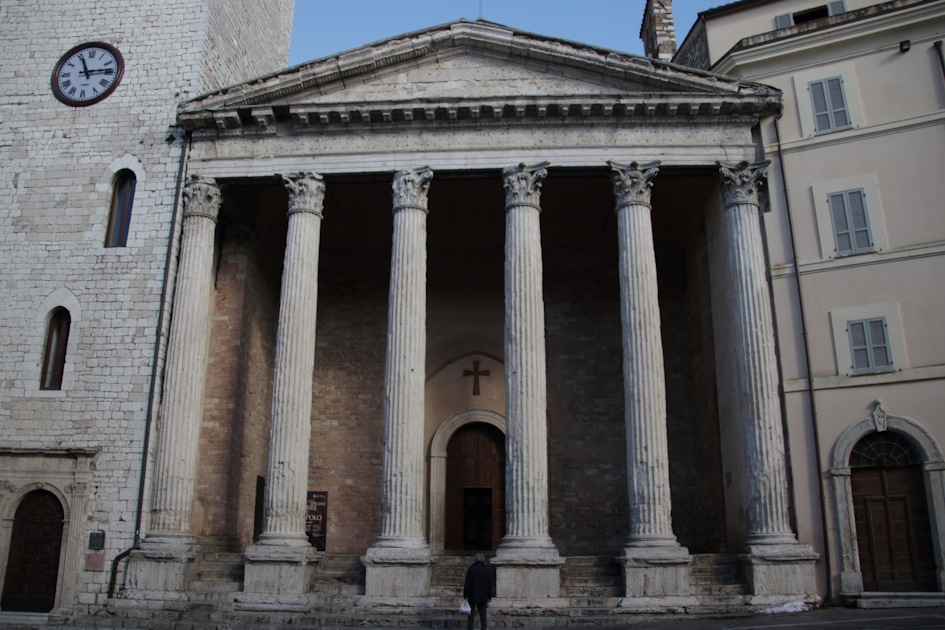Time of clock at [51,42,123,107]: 11:13
